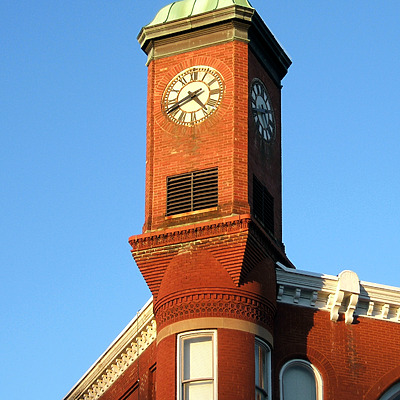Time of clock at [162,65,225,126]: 4:40
